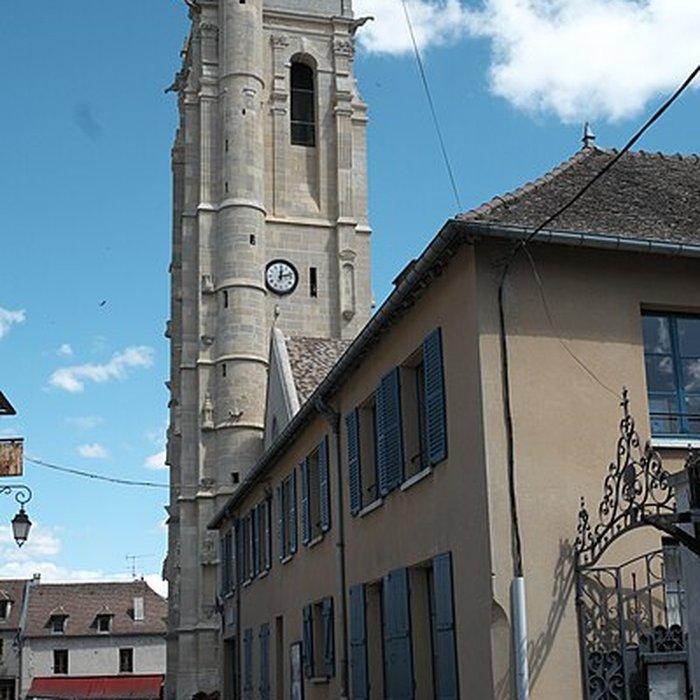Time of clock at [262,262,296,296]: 12:12
